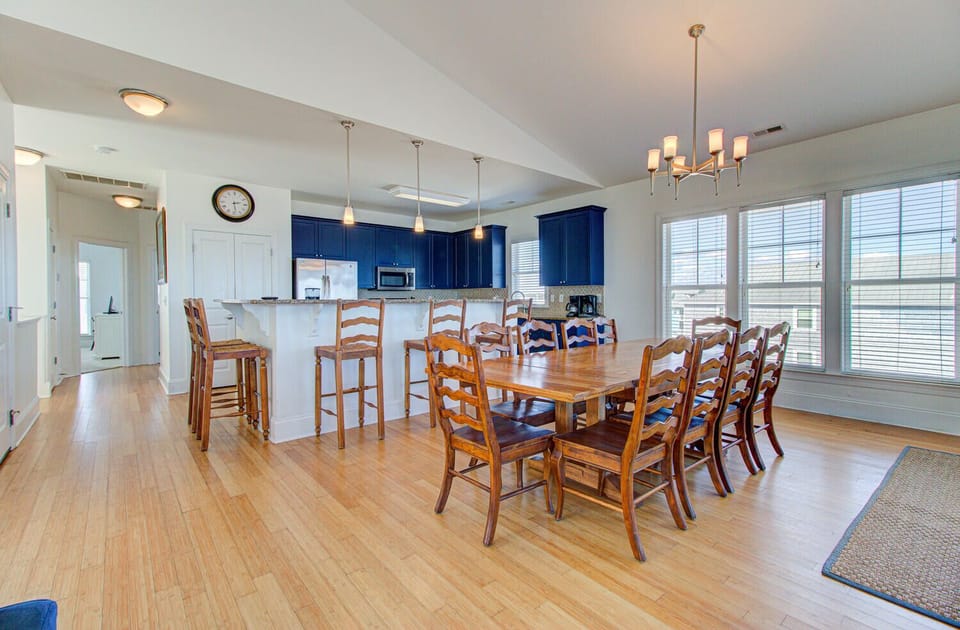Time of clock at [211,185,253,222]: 2:28
